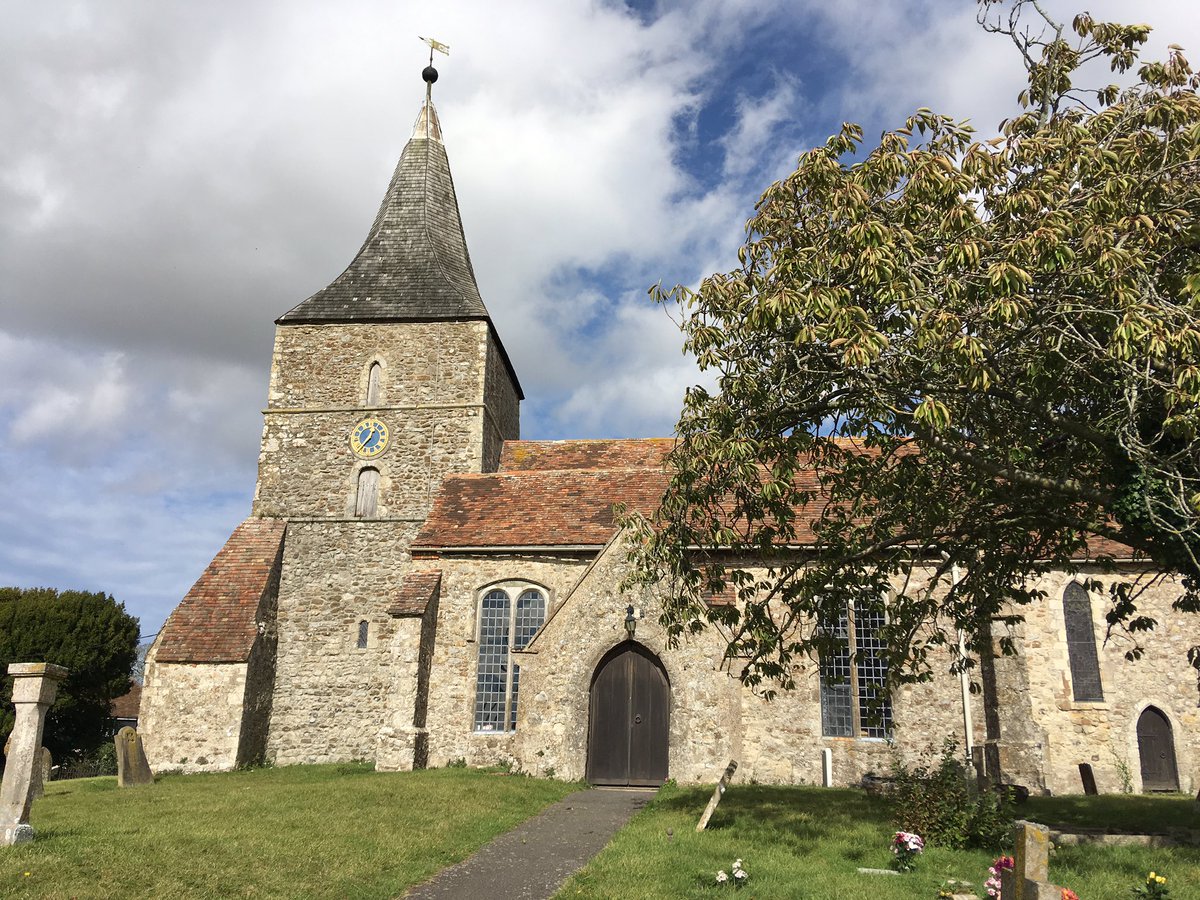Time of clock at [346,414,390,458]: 12:37
